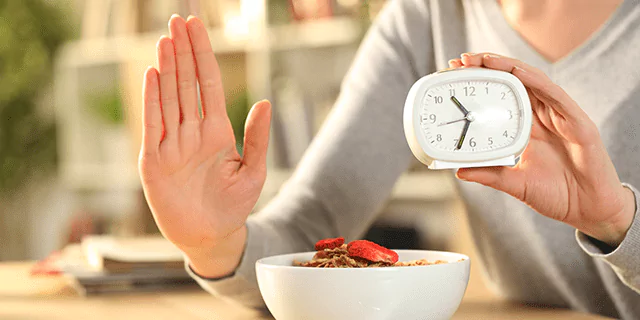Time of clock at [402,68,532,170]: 10:33
